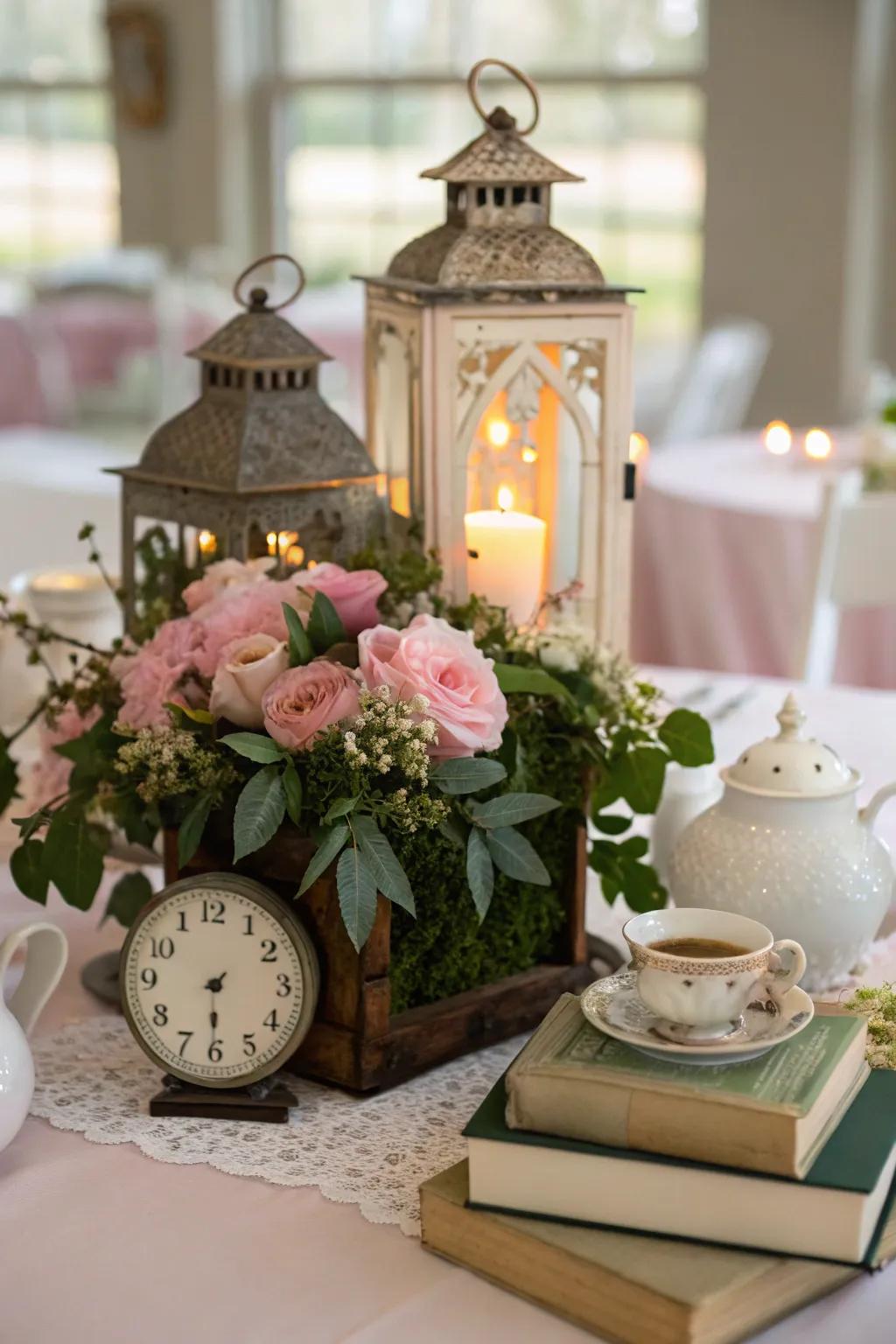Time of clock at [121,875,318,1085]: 7:30
